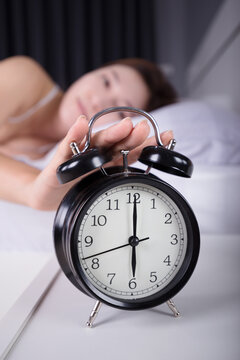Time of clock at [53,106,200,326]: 6:00
